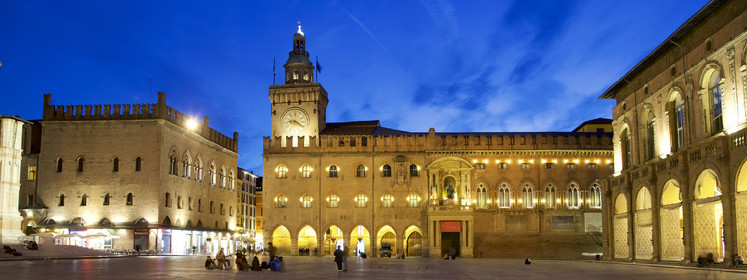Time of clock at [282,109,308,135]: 9:20
